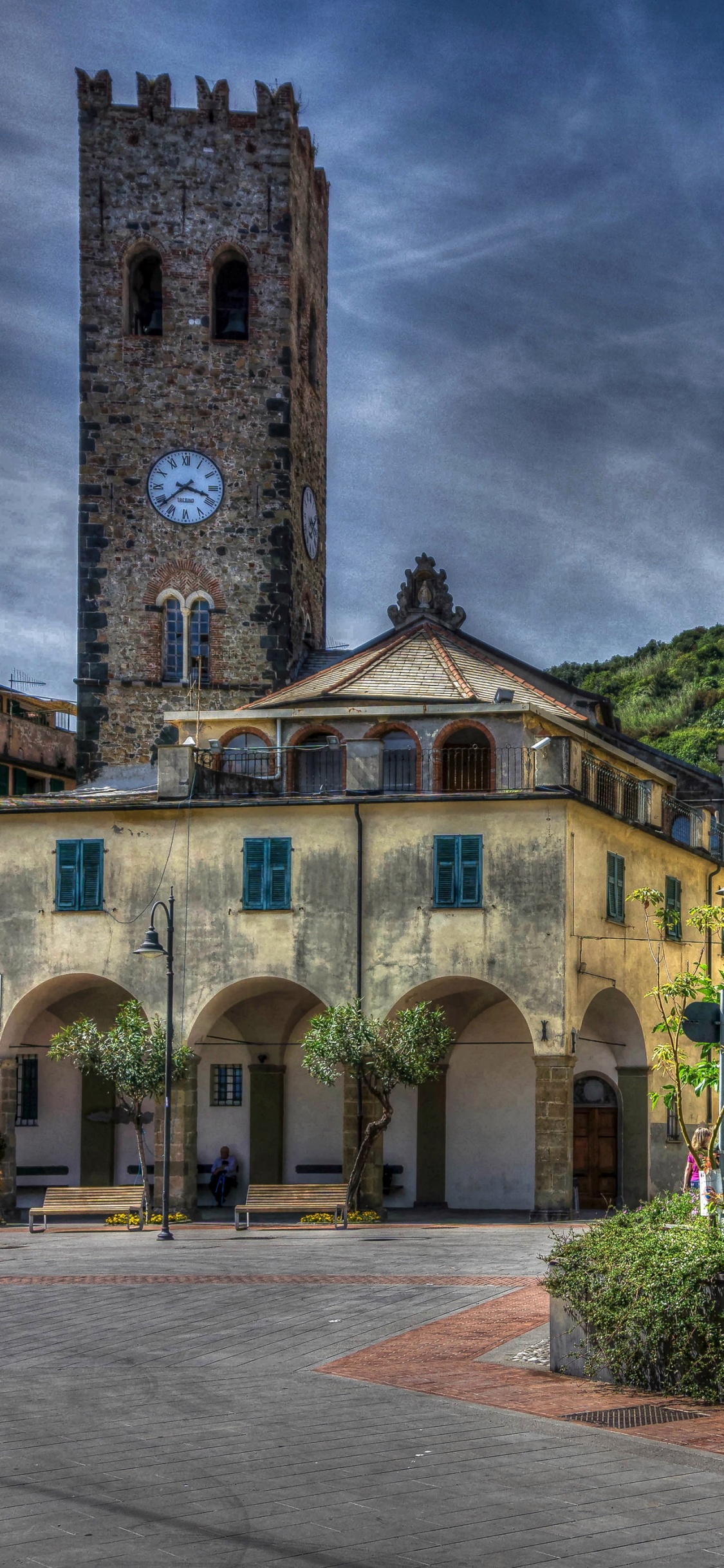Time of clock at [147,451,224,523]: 3:38
